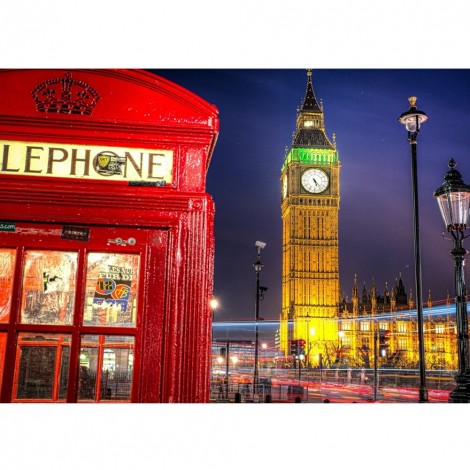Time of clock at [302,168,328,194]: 5:22
